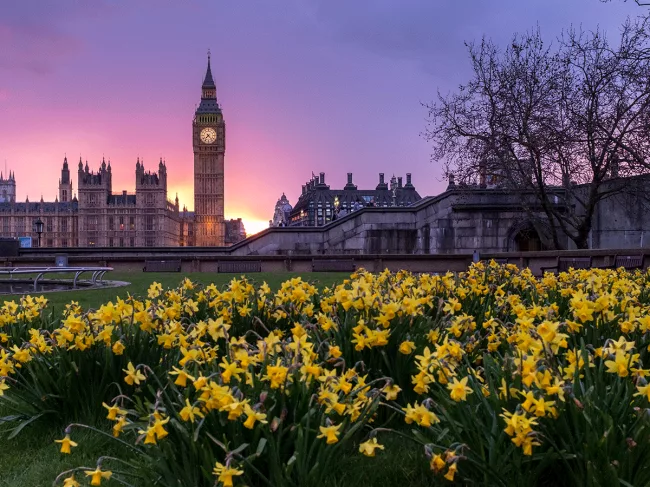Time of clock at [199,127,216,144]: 7:23
